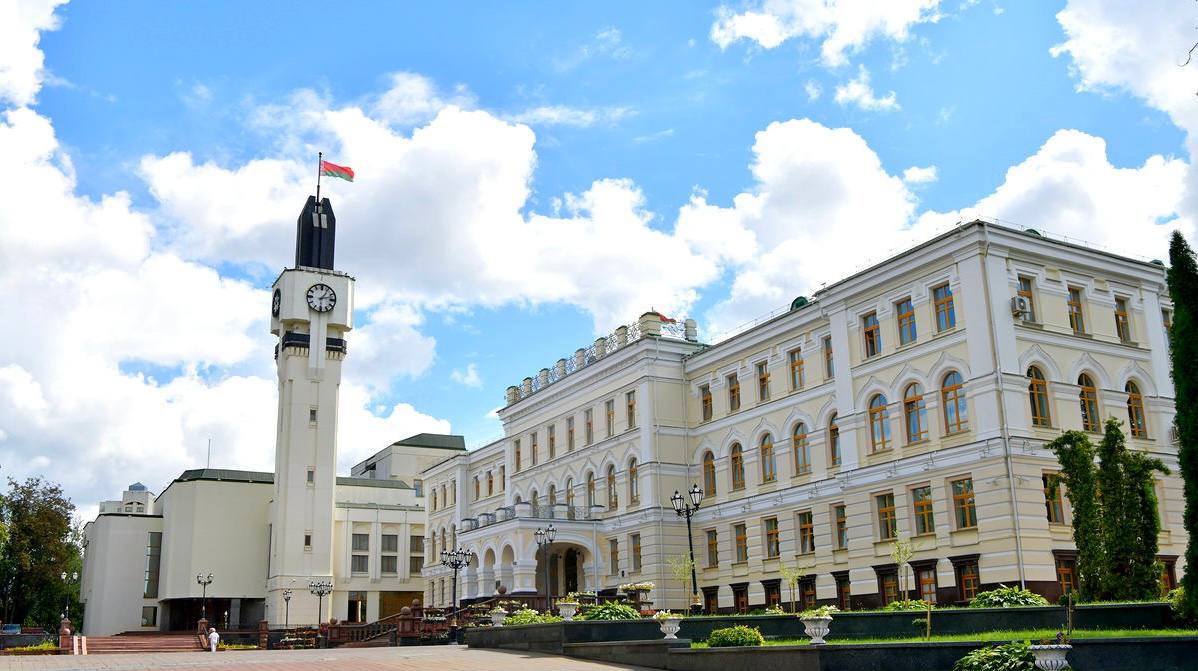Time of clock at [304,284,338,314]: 1:12
